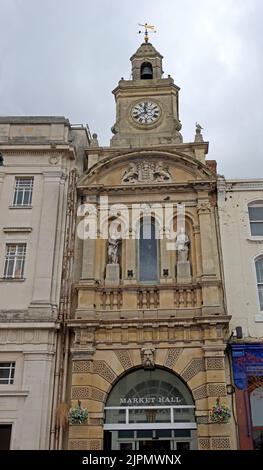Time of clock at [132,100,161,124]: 11:40
